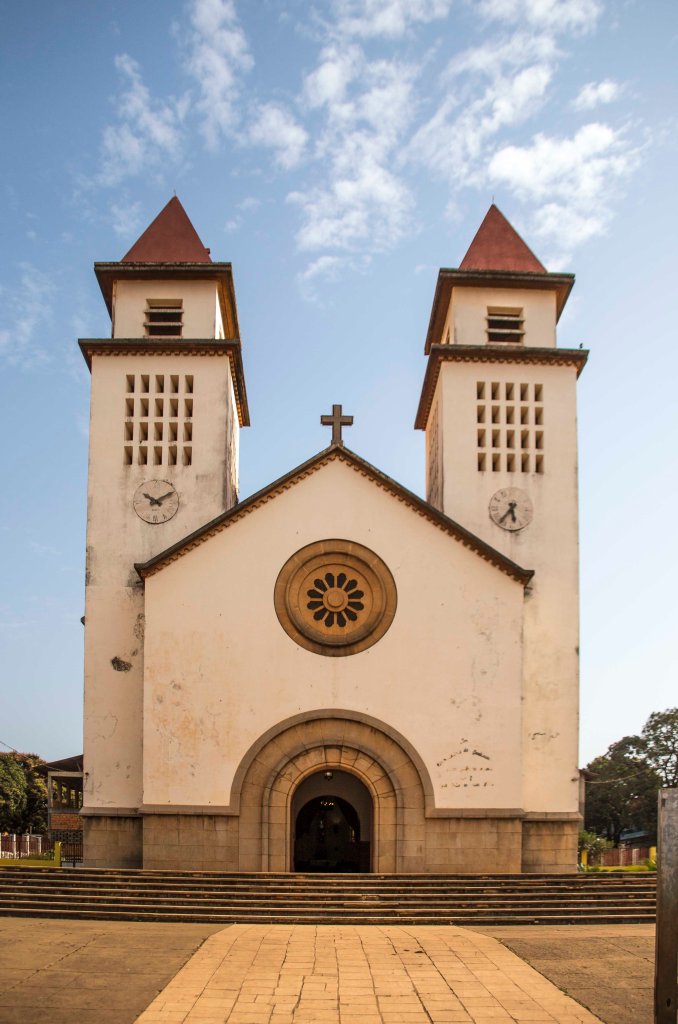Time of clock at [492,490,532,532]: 5:36
